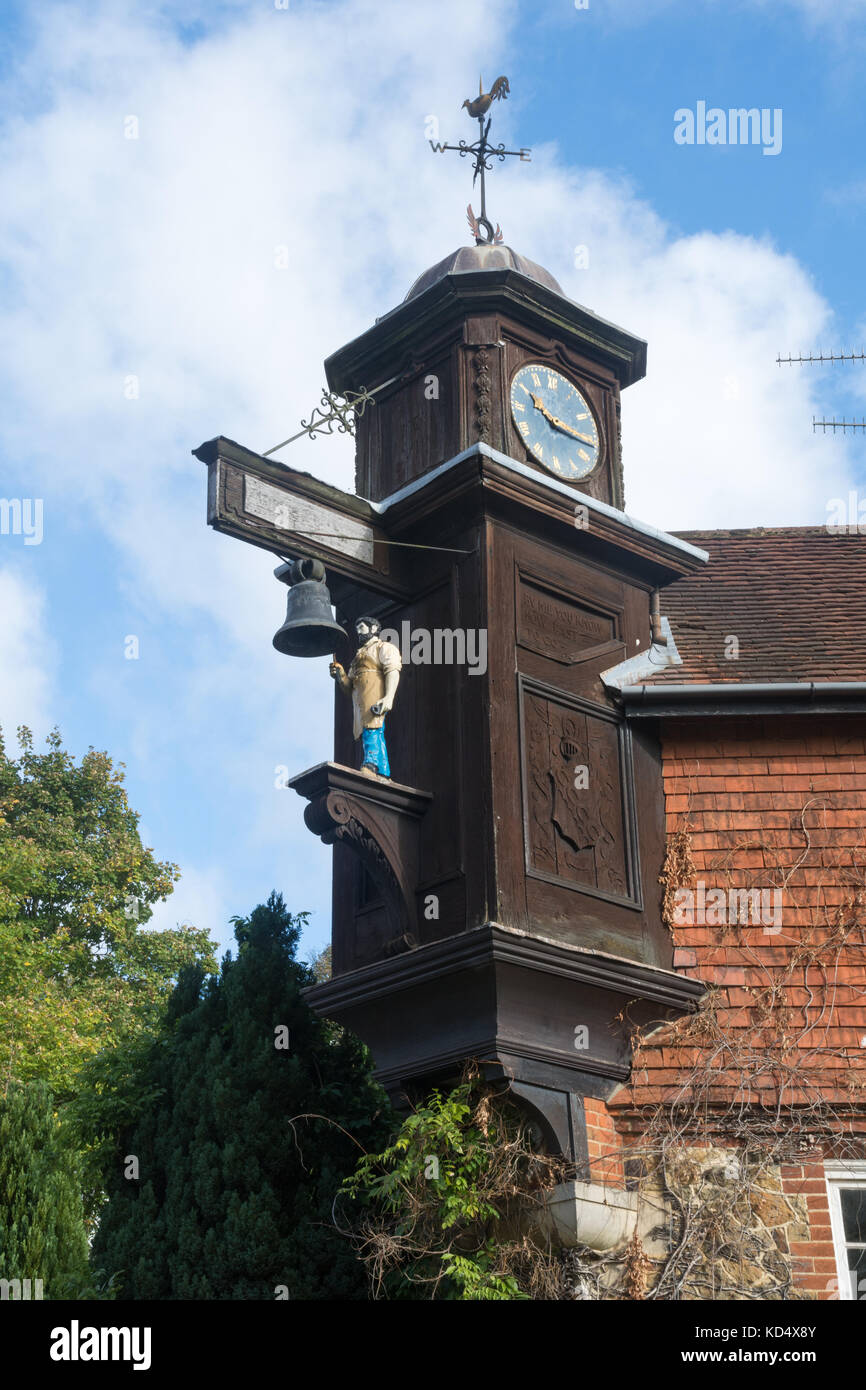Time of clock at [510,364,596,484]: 10:16
